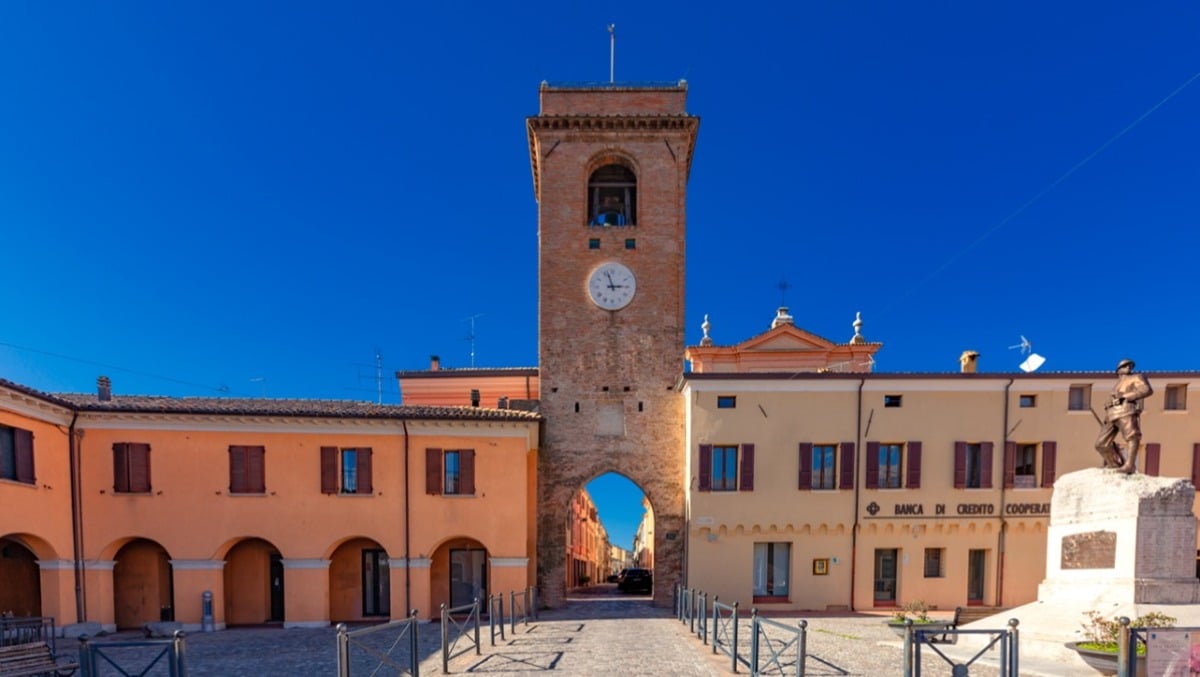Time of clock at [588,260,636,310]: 2:57
